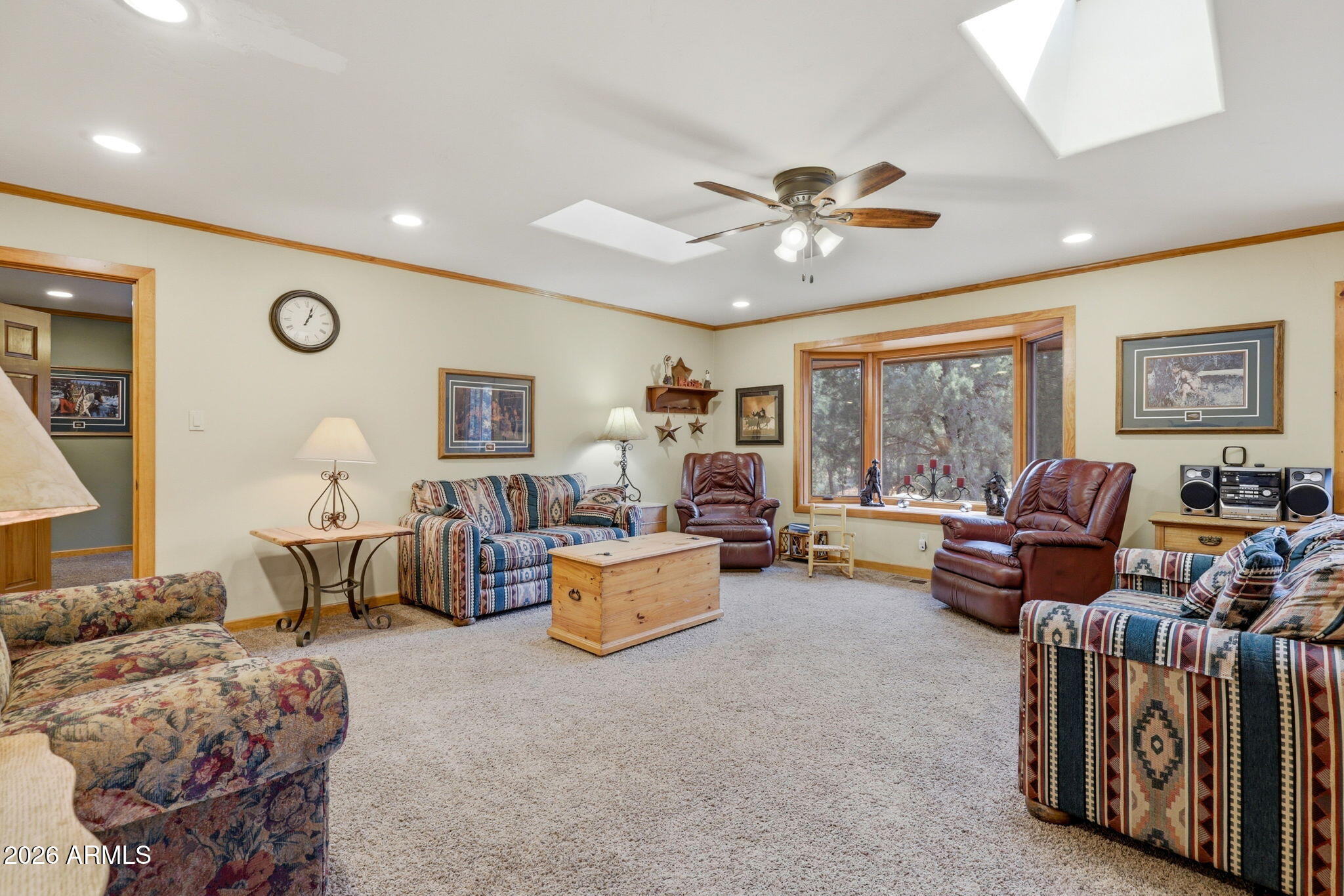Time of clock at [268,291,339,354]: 1:03
